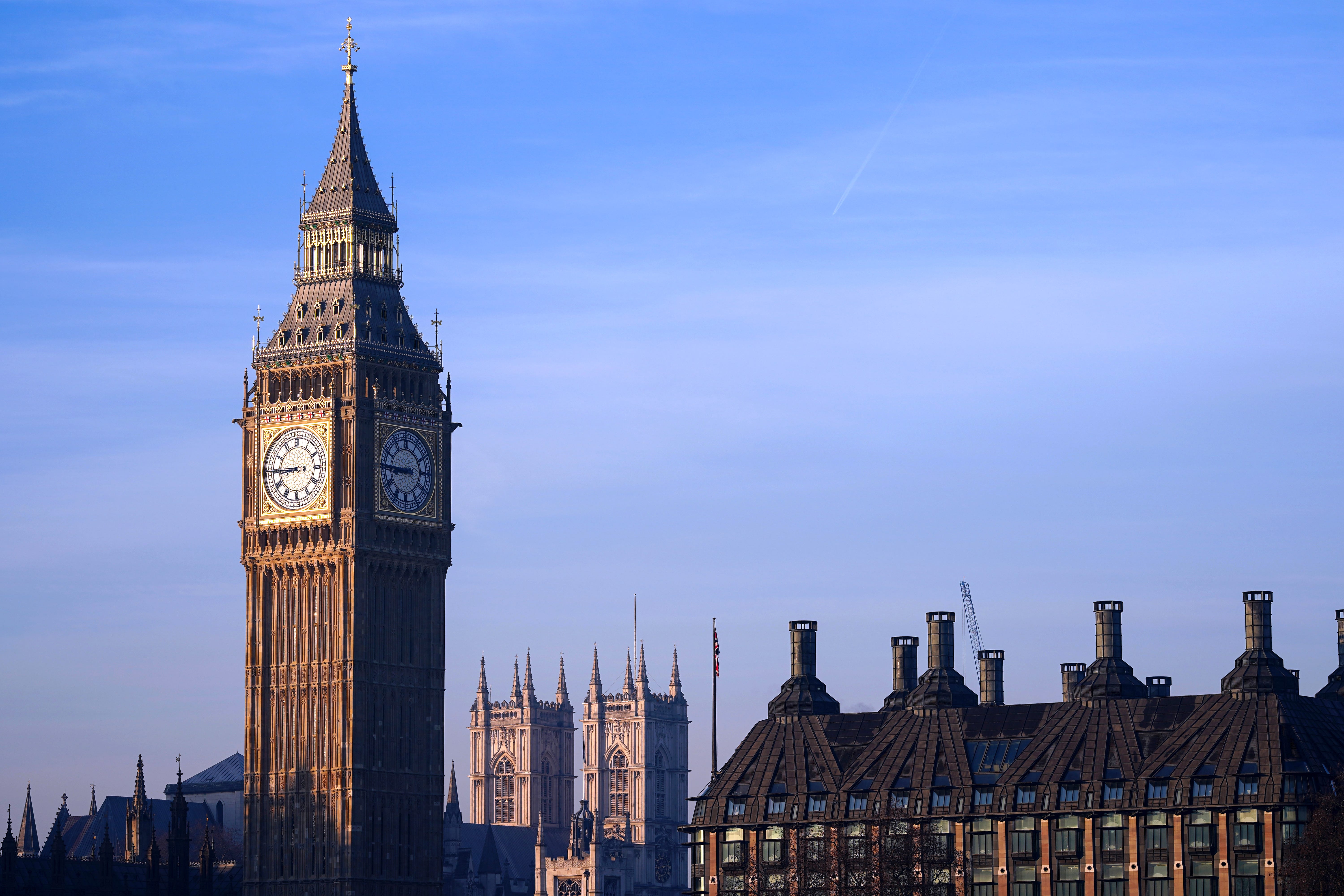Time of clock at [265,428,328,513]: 8:44
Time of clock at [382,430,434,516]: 8:45
